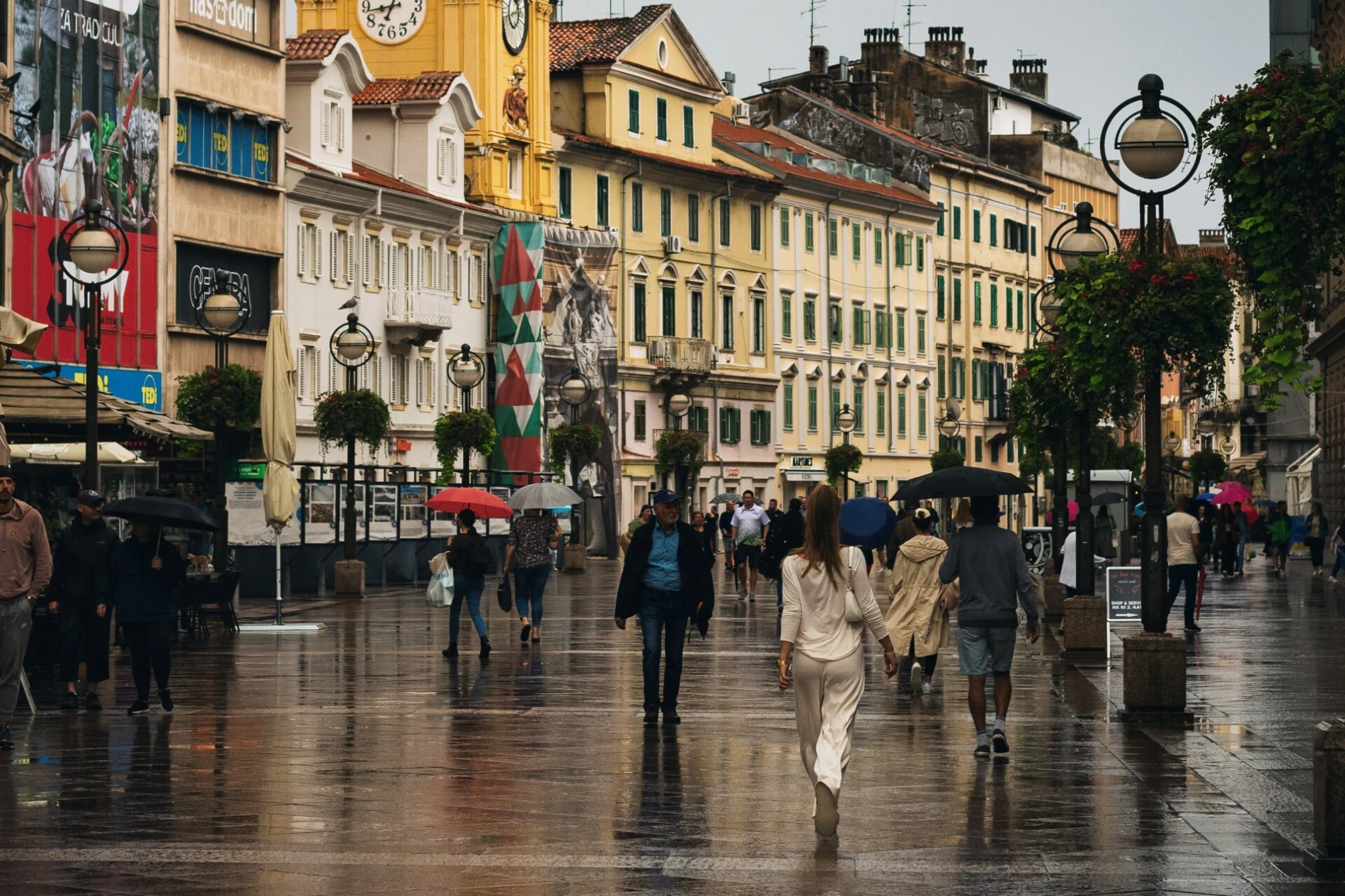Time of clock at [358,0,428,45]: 6:43
